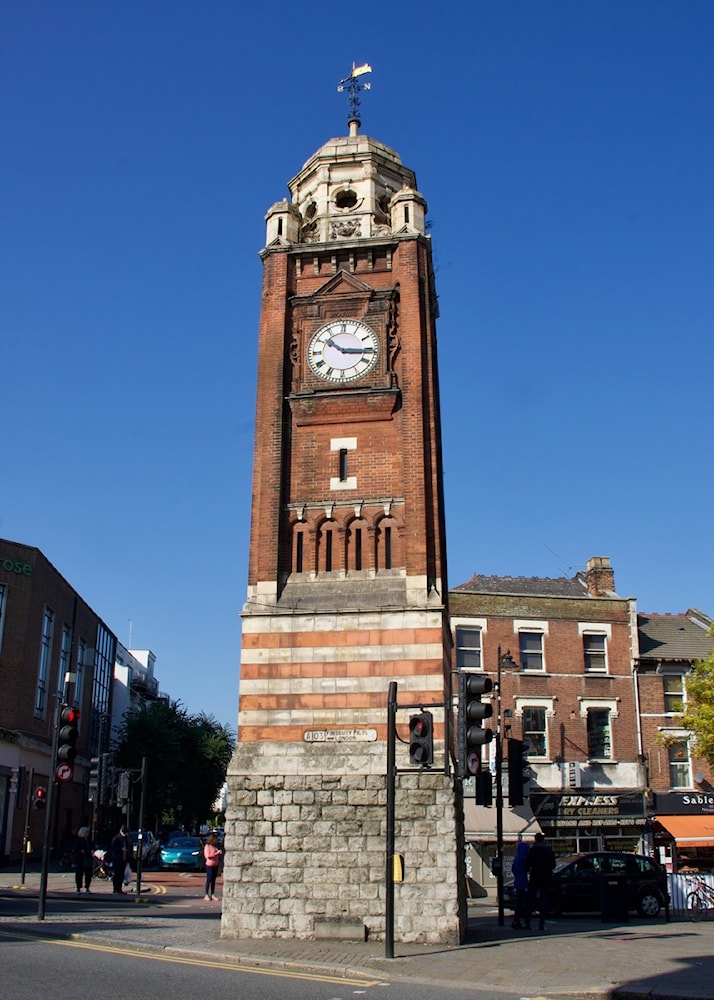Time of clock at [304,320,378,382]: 10:15
